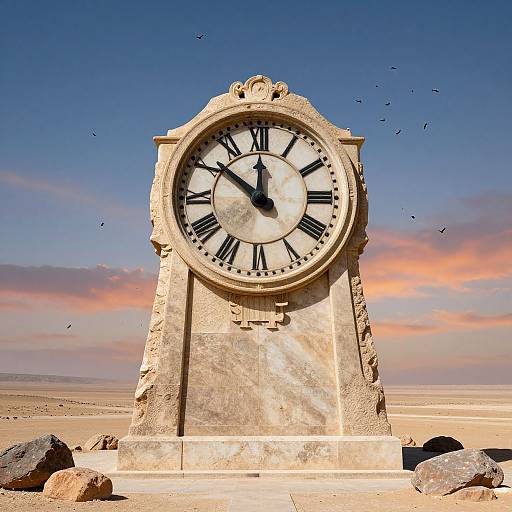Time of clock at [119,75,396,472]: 11:50
